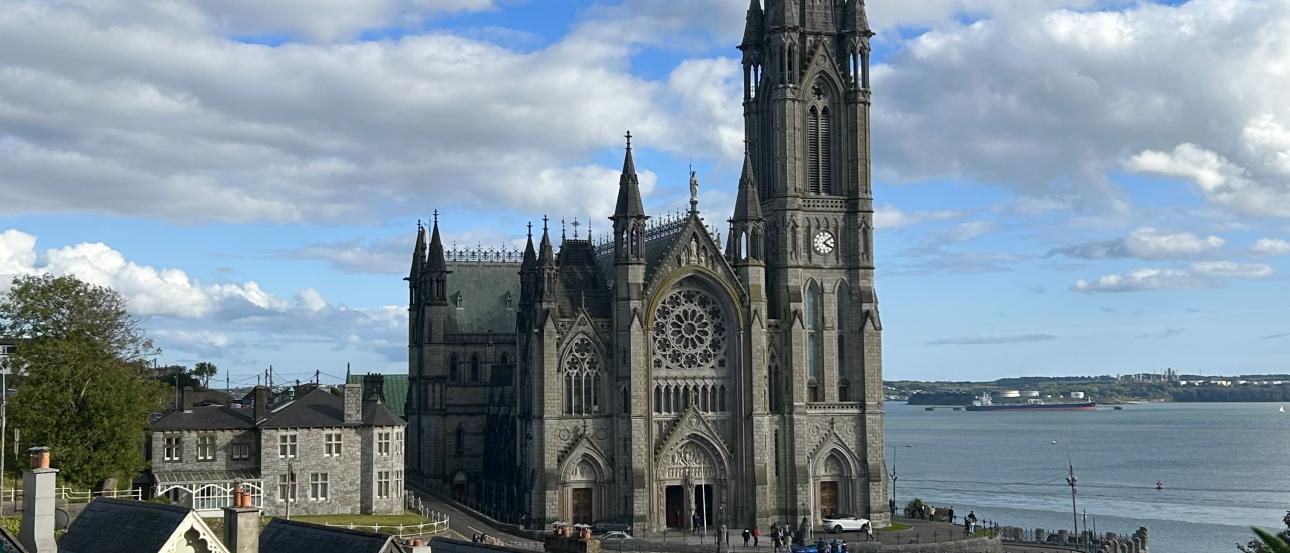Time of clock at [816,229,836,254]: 4:08
